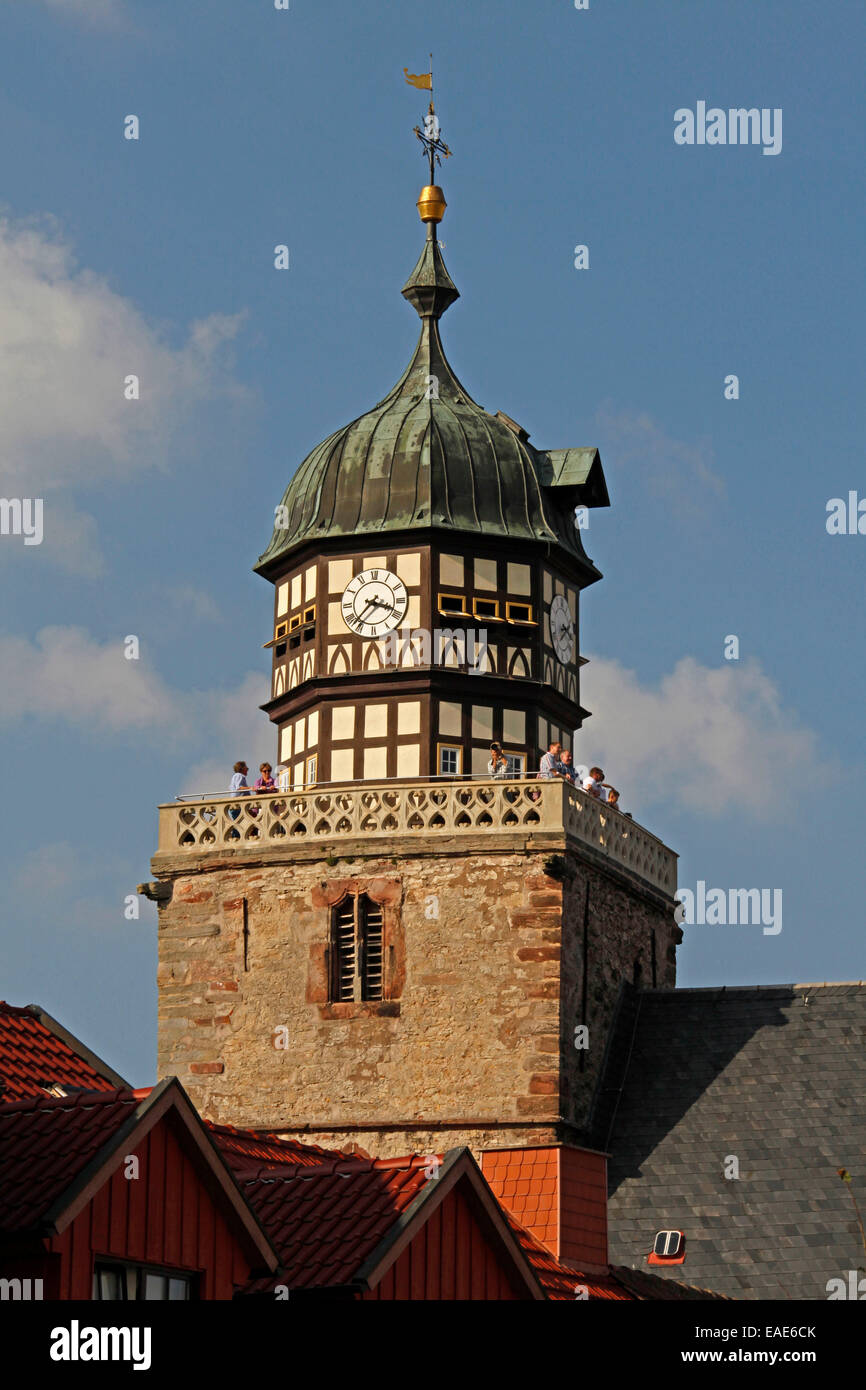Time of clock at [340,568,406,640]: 3:37
